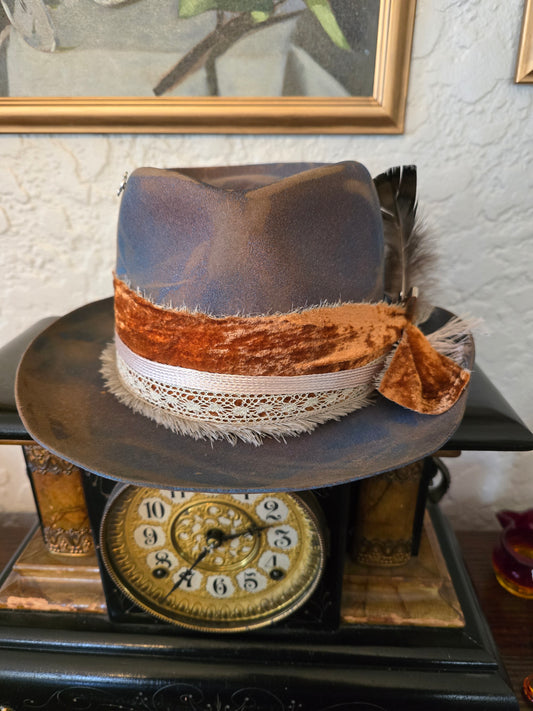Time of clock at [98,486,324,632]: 2:36
